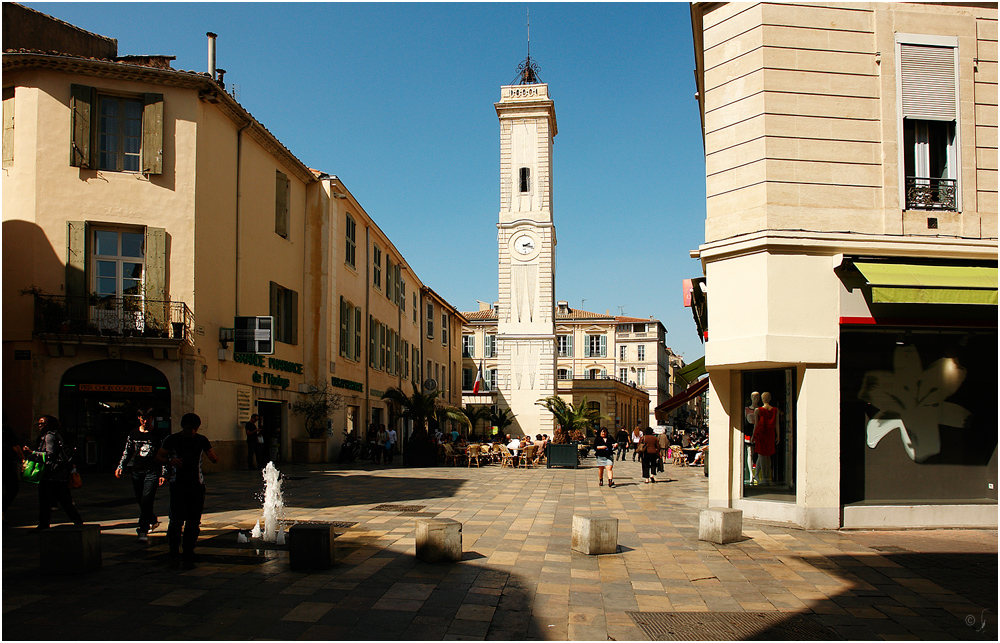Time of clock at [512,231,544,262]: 2:18
